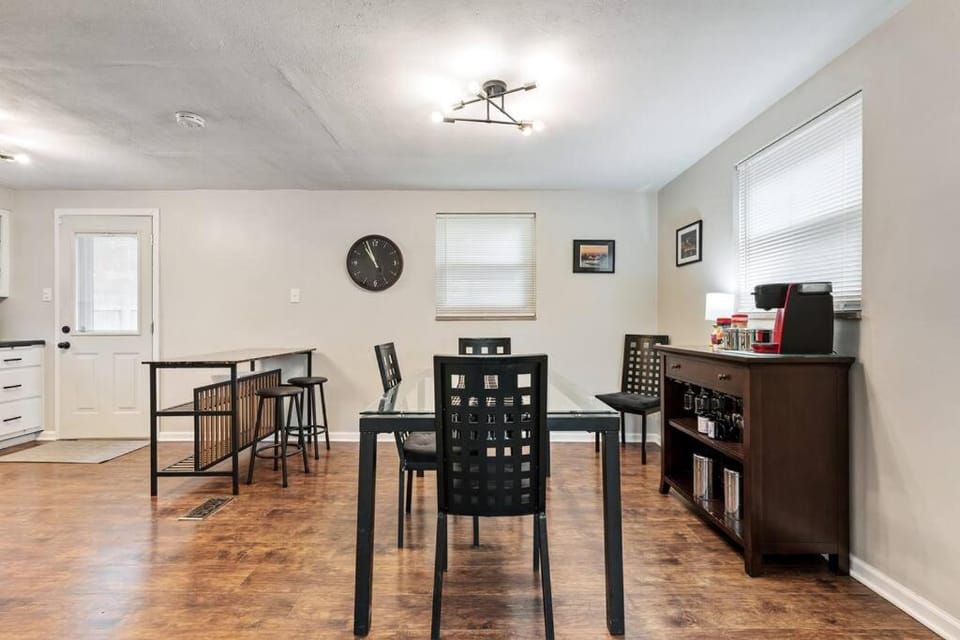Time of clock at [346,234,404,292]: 10:56
